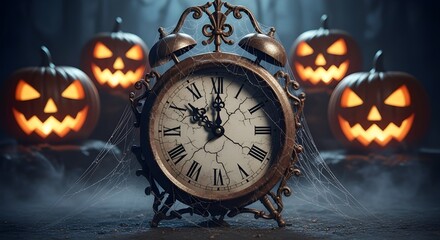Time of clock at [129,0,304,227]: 10:00
